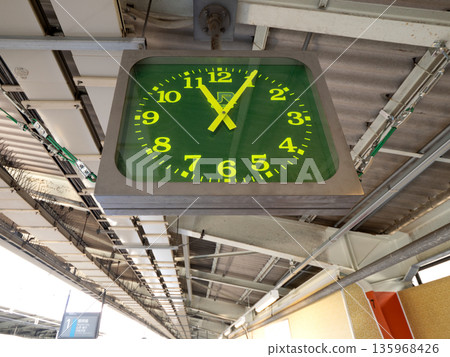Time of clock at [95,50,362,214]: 11:05
